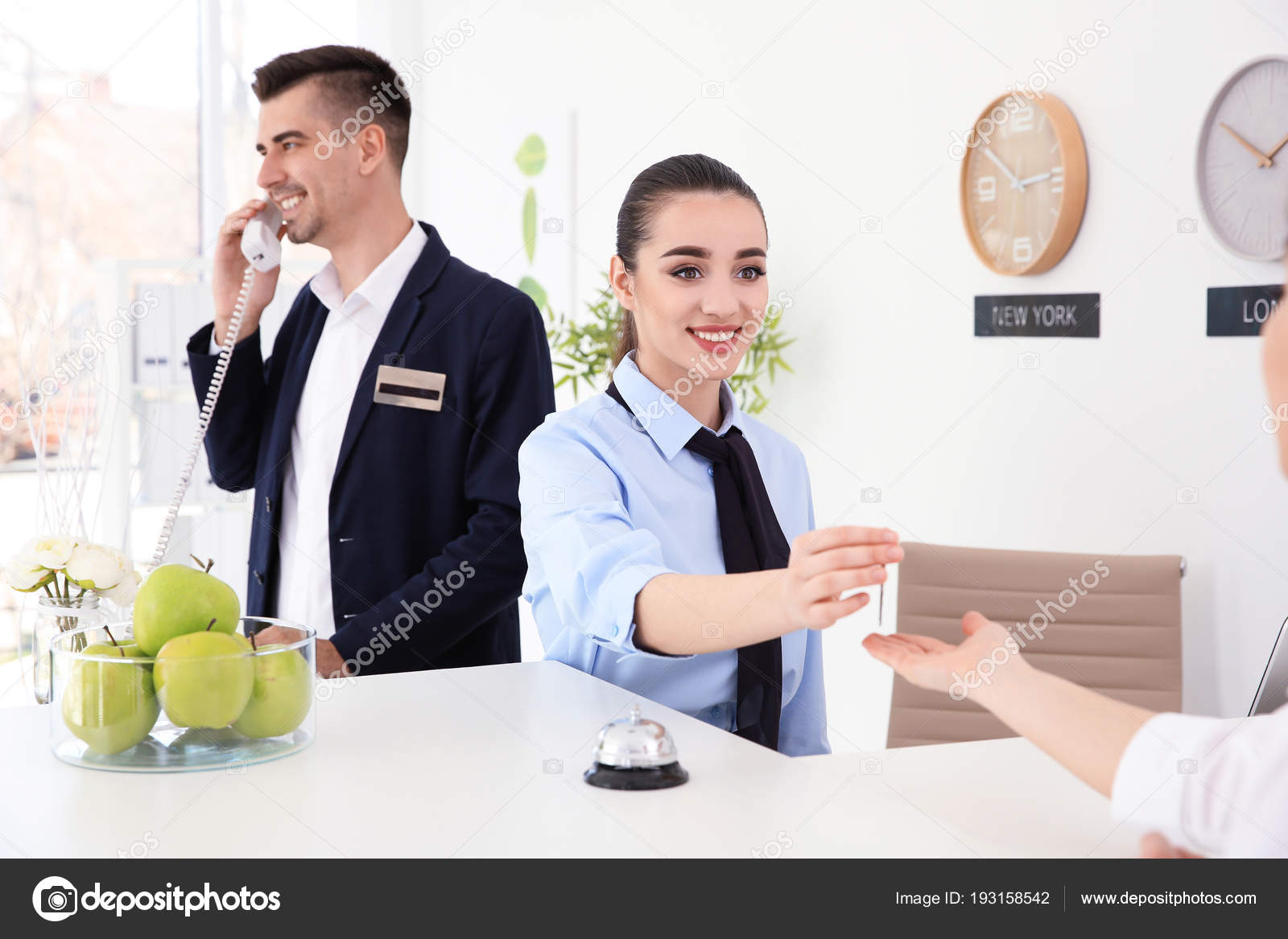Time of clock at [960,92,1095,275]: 10:14
